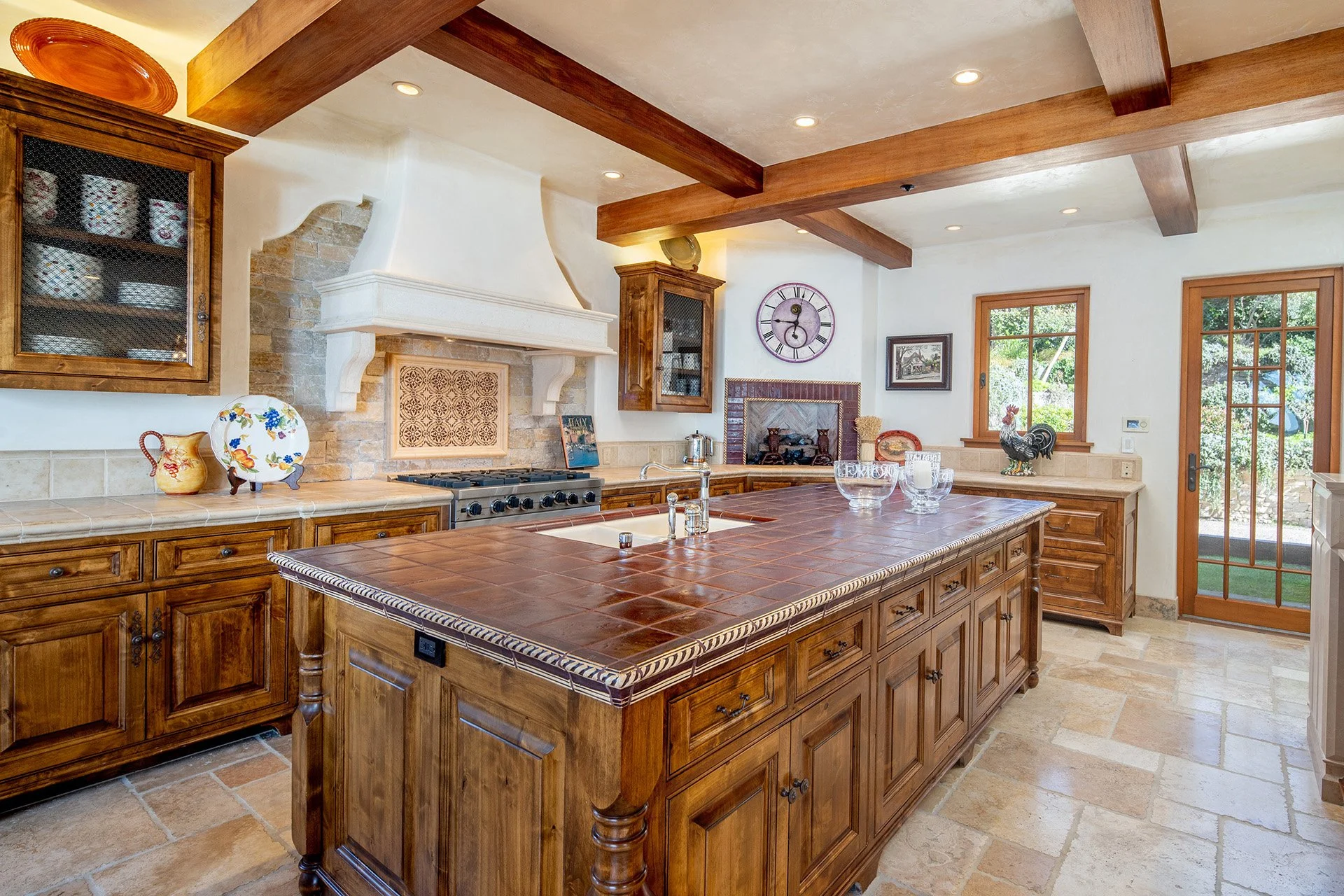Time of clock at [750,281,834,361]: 9:02
